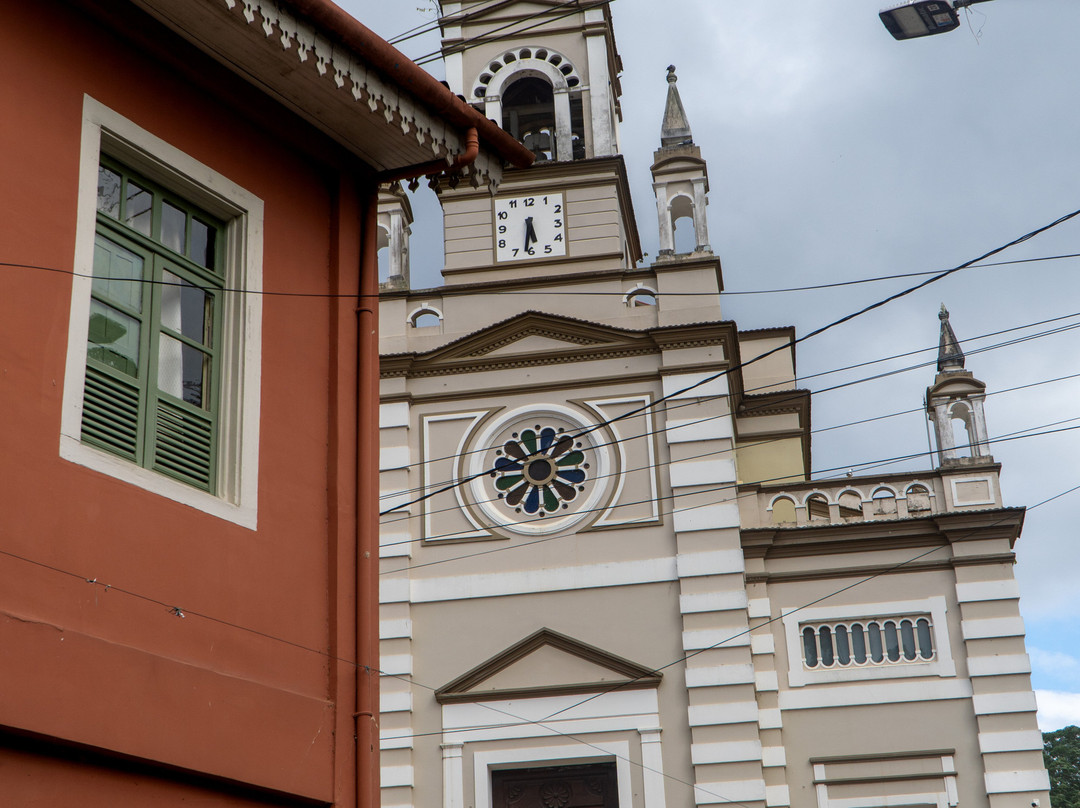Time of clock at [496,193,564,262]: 5:31
